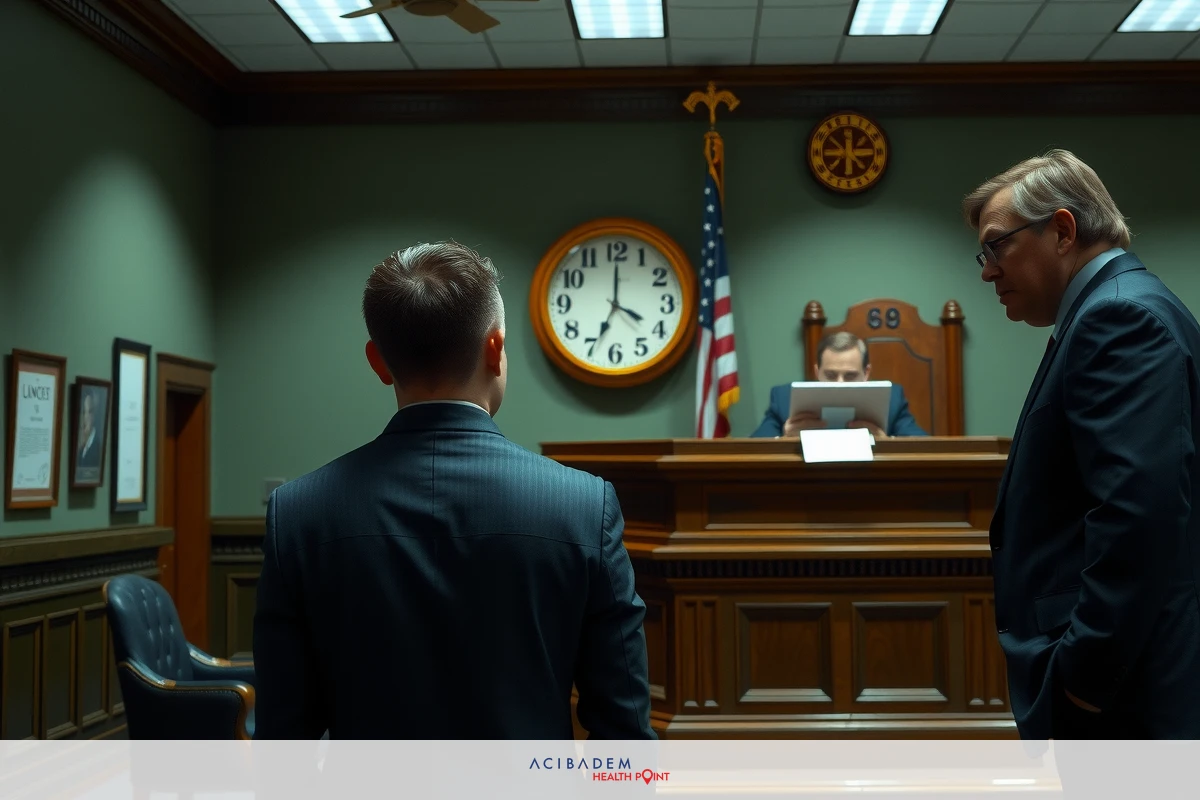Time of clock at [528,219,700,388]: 4:00
